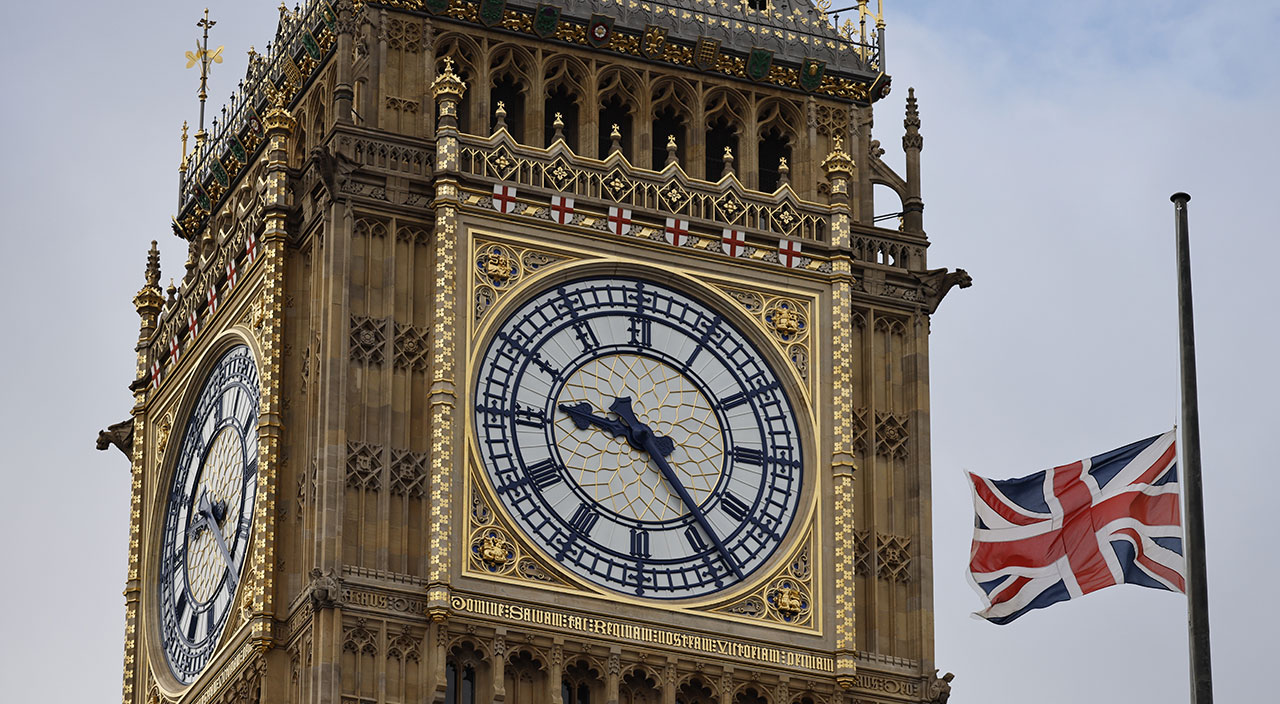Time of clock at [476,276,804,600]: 9:23
